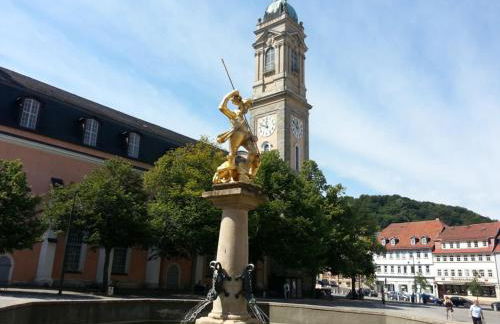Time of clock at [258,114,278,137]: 11:48
